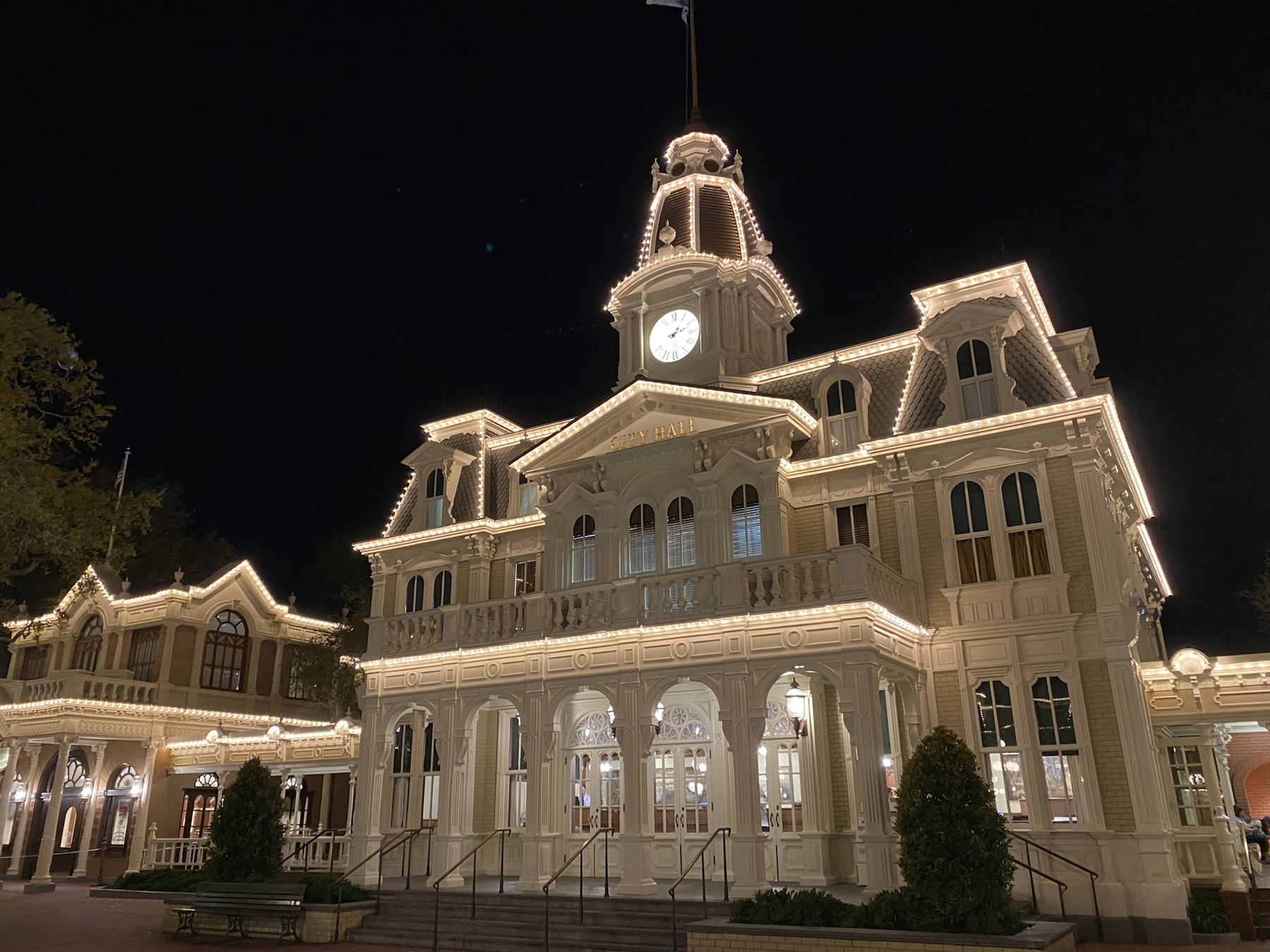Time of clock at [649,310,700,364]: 1:11
